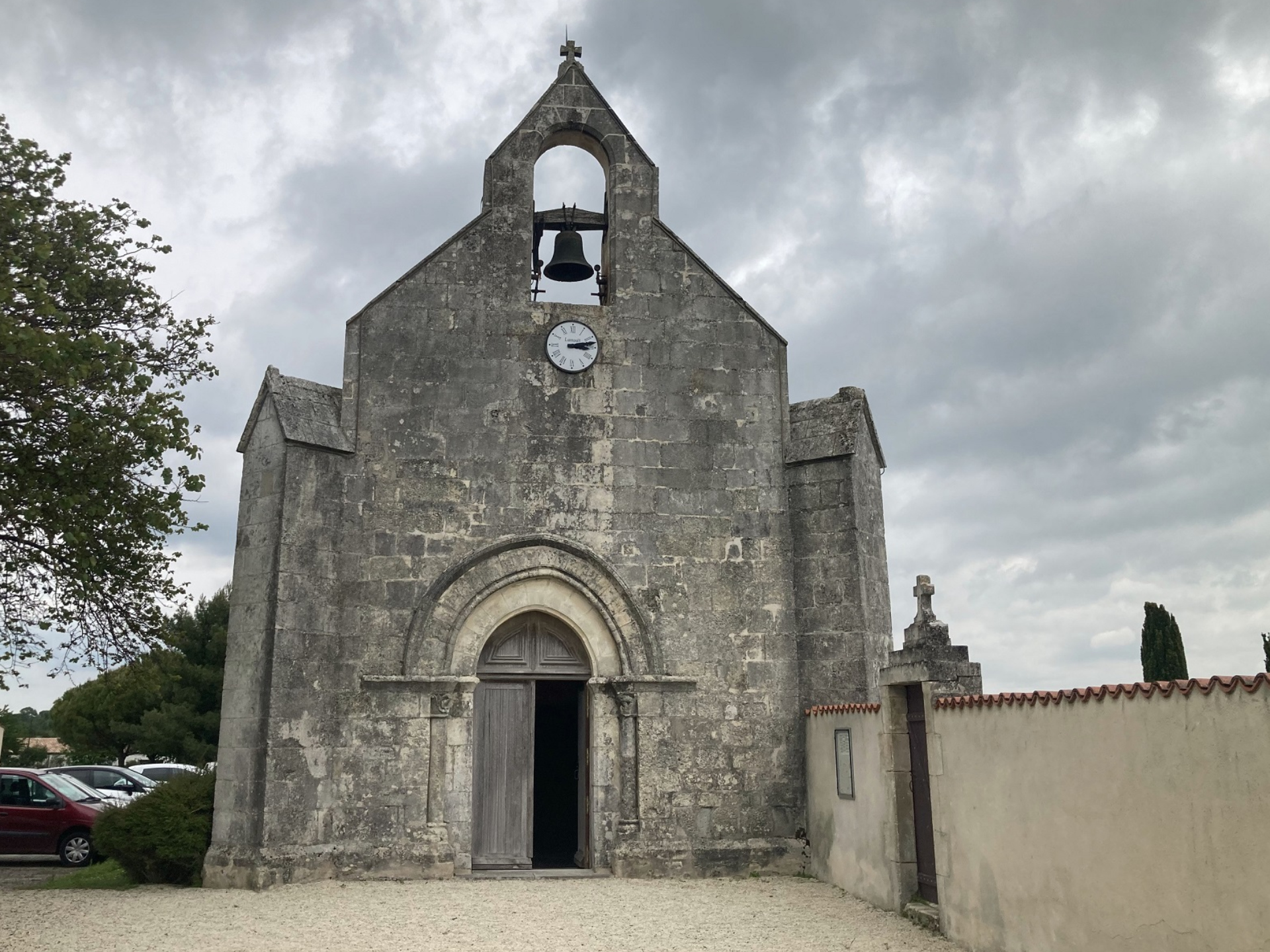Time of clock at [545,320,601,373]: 3:12
